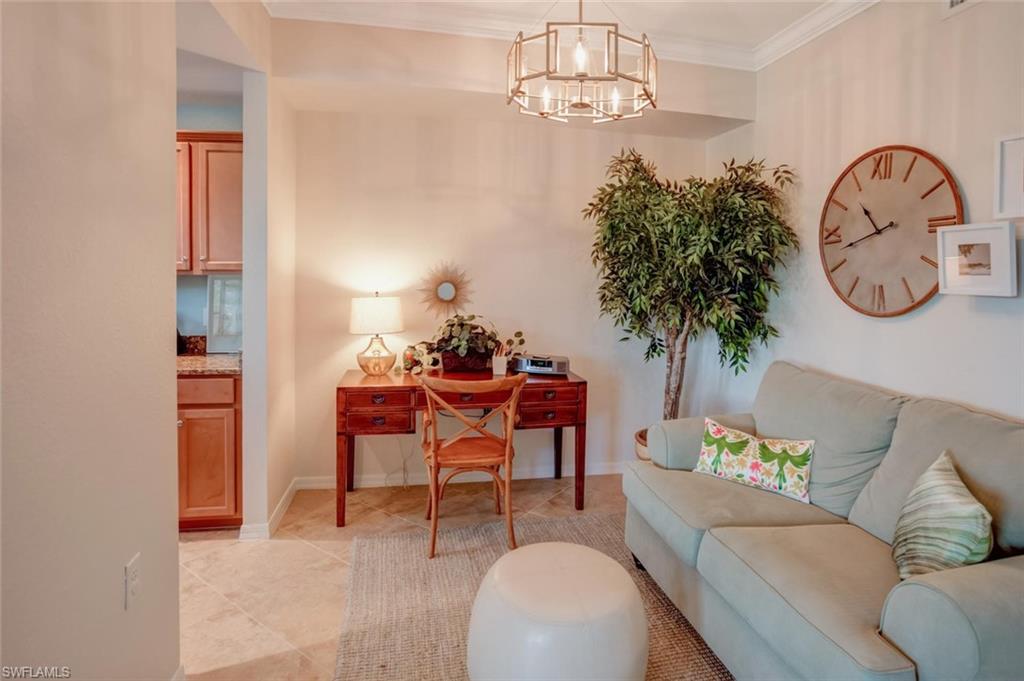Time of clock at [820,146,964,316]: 10:42
